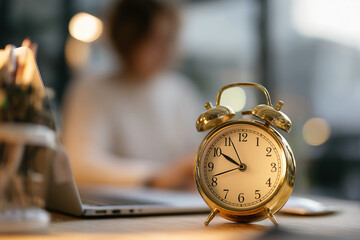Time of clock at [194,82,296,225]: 9:56
